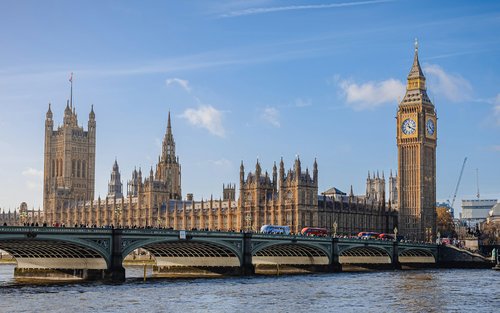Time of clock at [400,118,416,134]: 11:19
